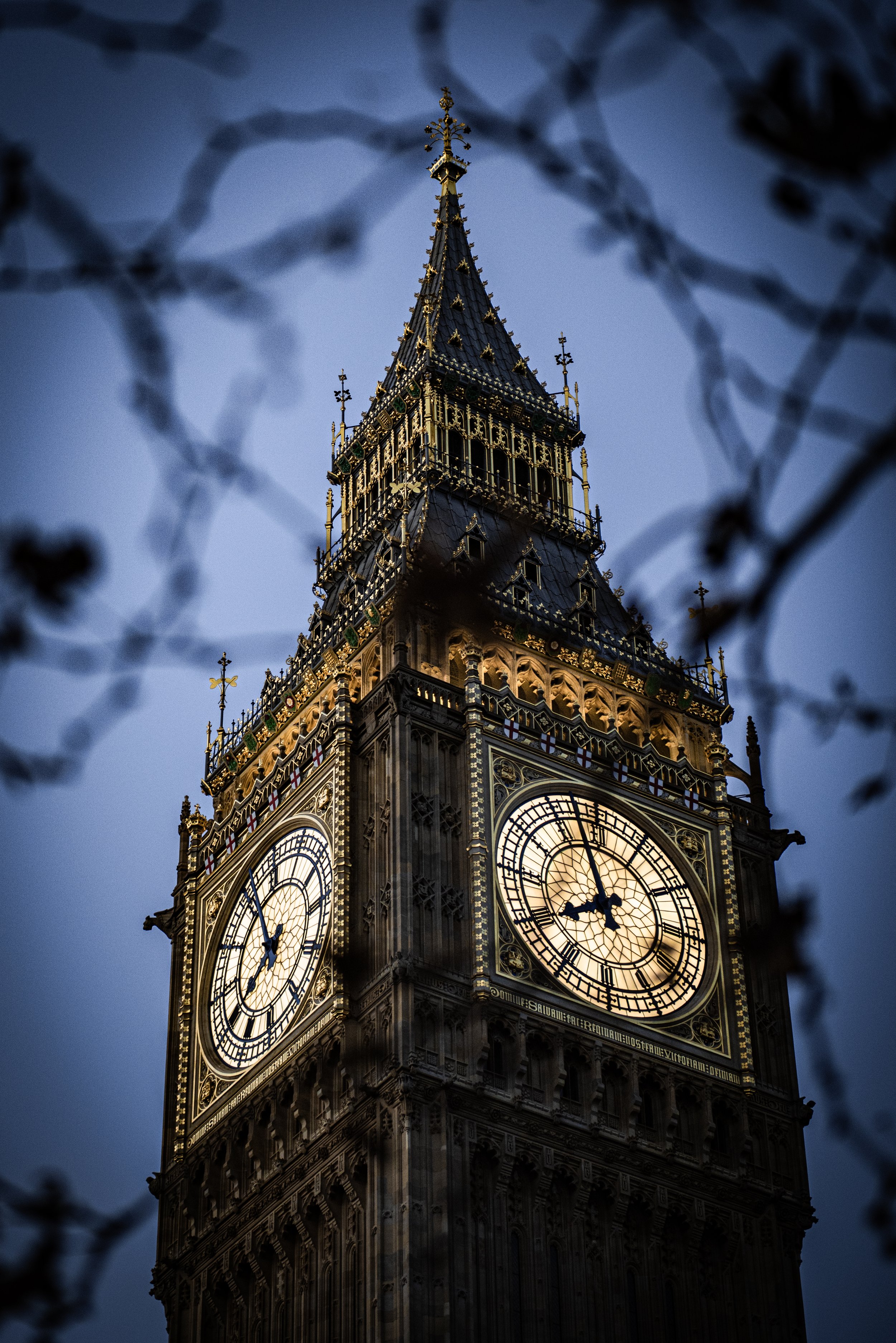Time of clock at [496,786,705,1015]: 7:57
